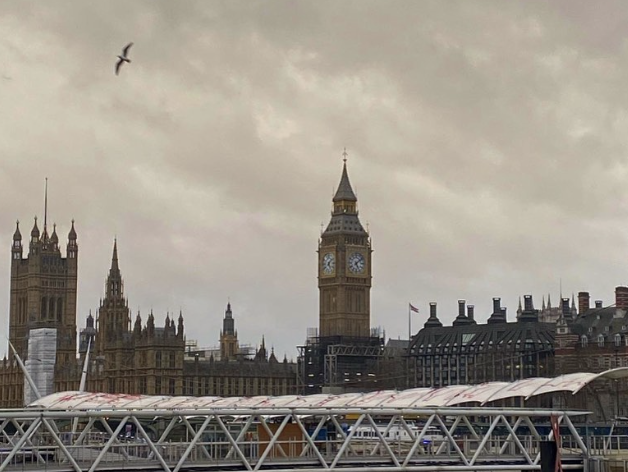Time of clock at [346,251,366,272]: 5:08
